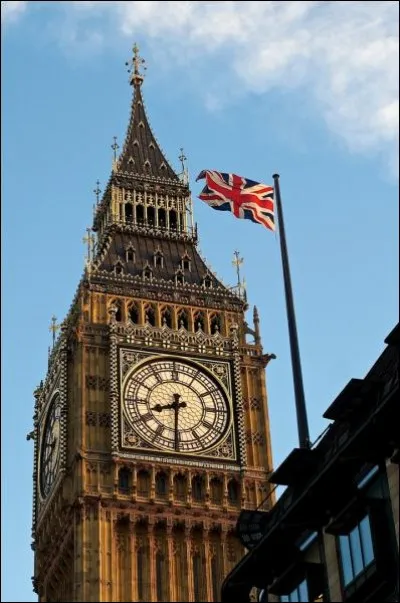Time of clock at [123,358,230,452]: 8:30
